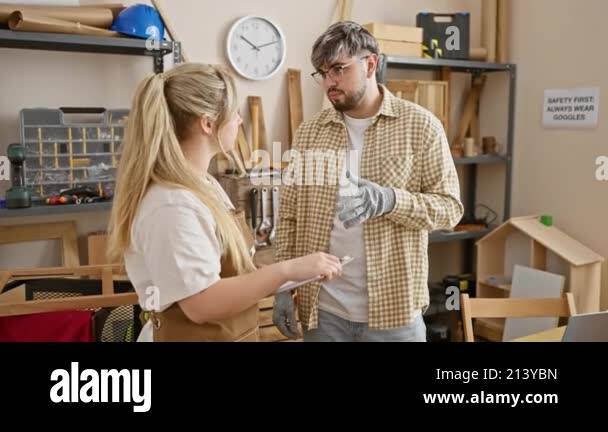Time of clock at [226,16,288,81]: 10:12
